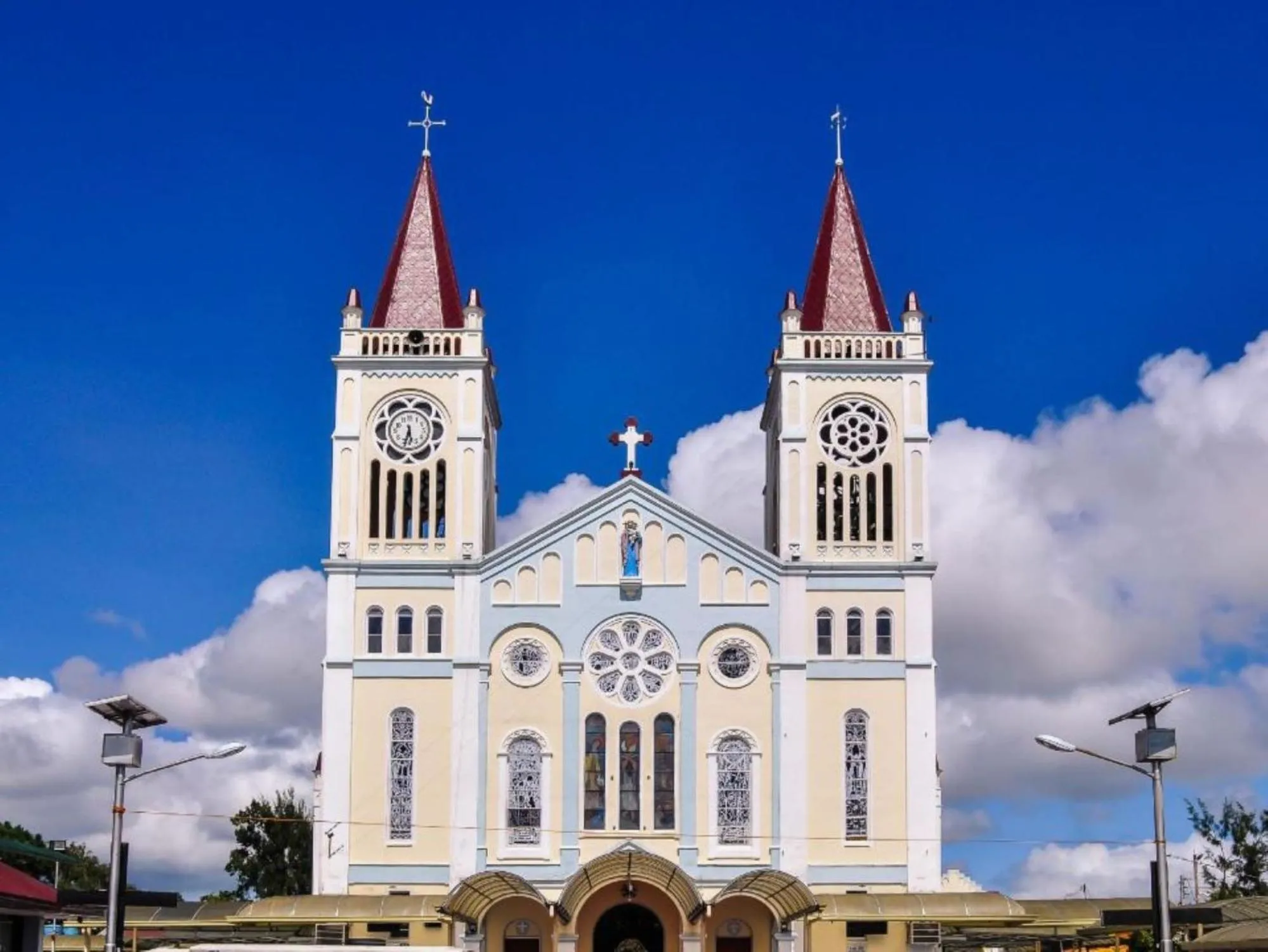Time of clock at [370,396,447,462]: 5:33
